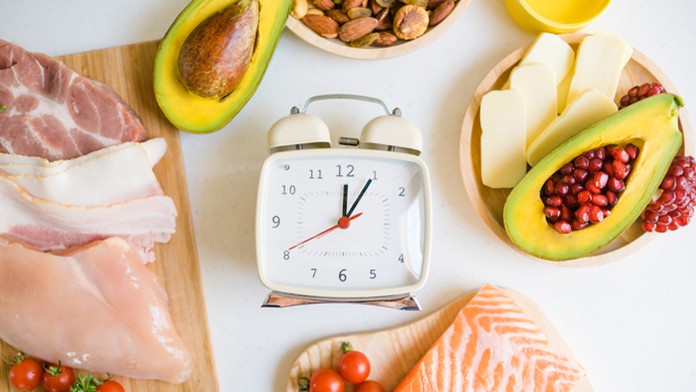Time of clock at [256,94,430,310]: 12:05
